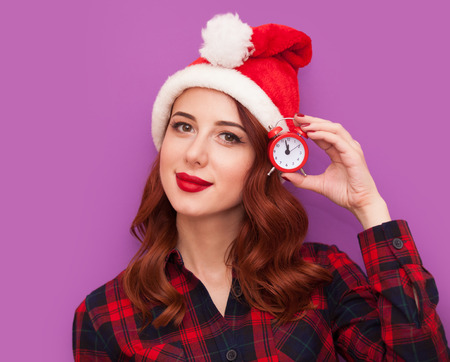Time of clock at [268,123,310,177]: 11:57
